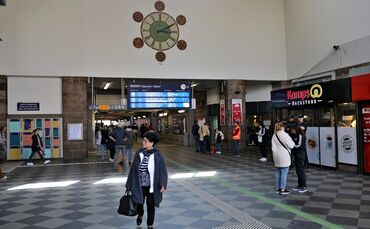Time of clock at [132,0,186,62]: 3:09
